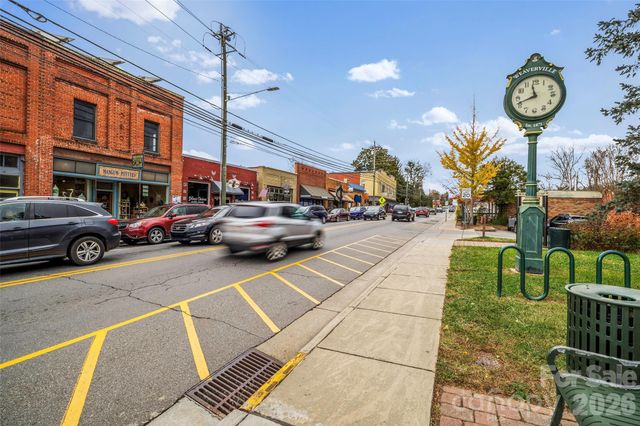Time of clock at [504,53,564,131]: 11:41
